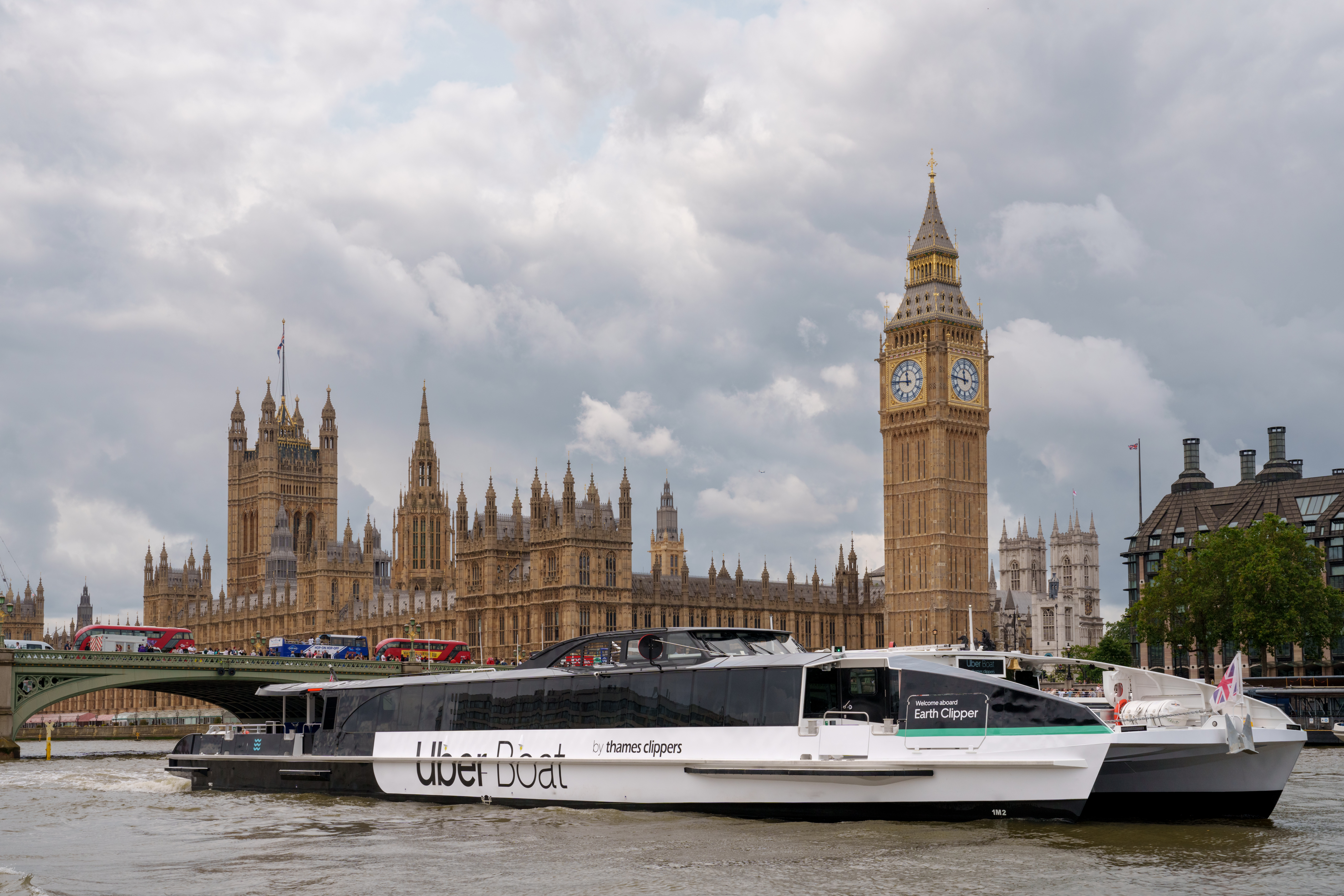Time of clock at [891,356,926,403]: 11:46
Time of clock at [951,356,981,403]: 11:46
